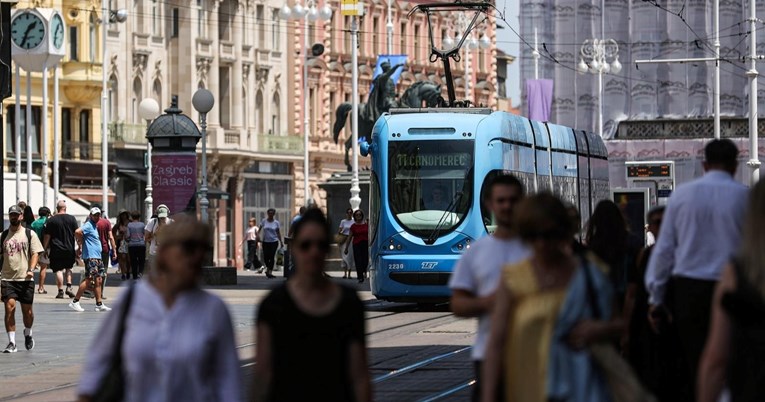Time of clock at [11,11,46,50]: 1:34
